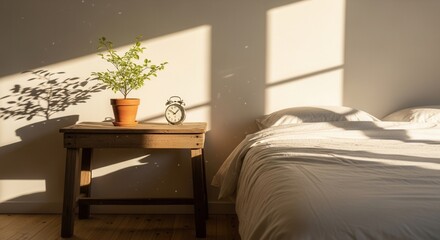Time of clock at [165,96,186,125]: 10:07
